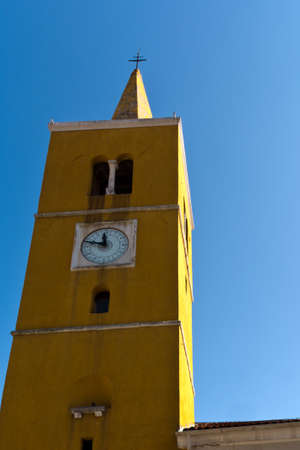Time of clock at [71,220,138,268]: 11:48
